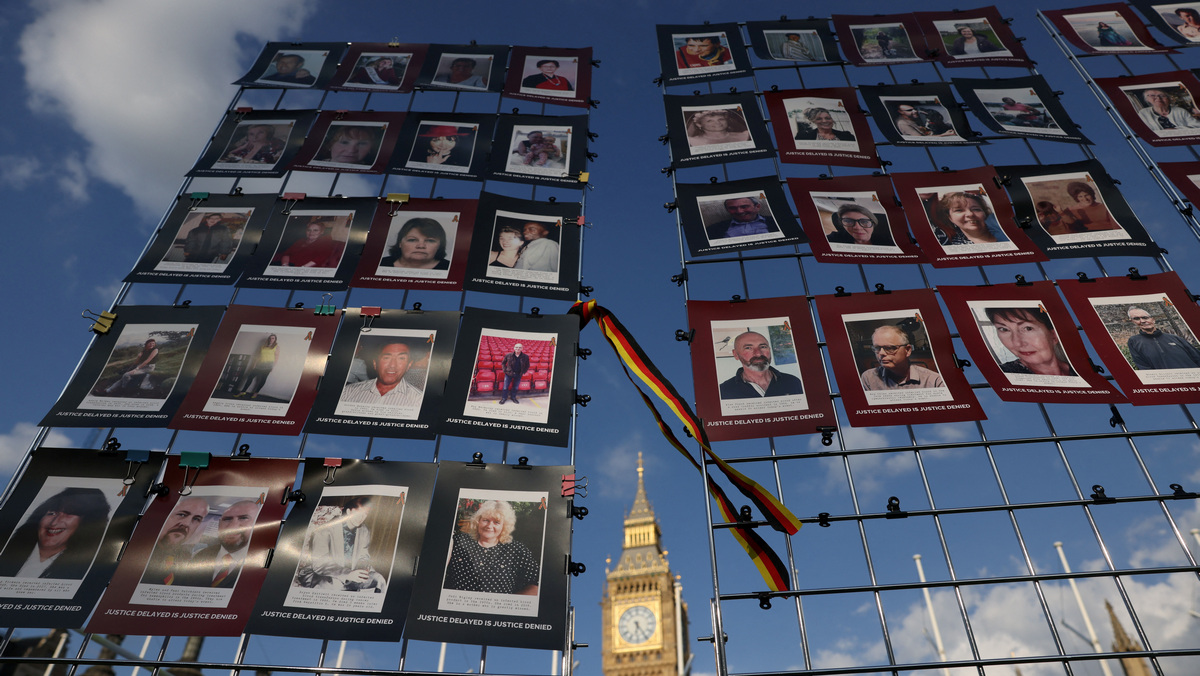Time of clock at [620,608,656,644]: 6:24
